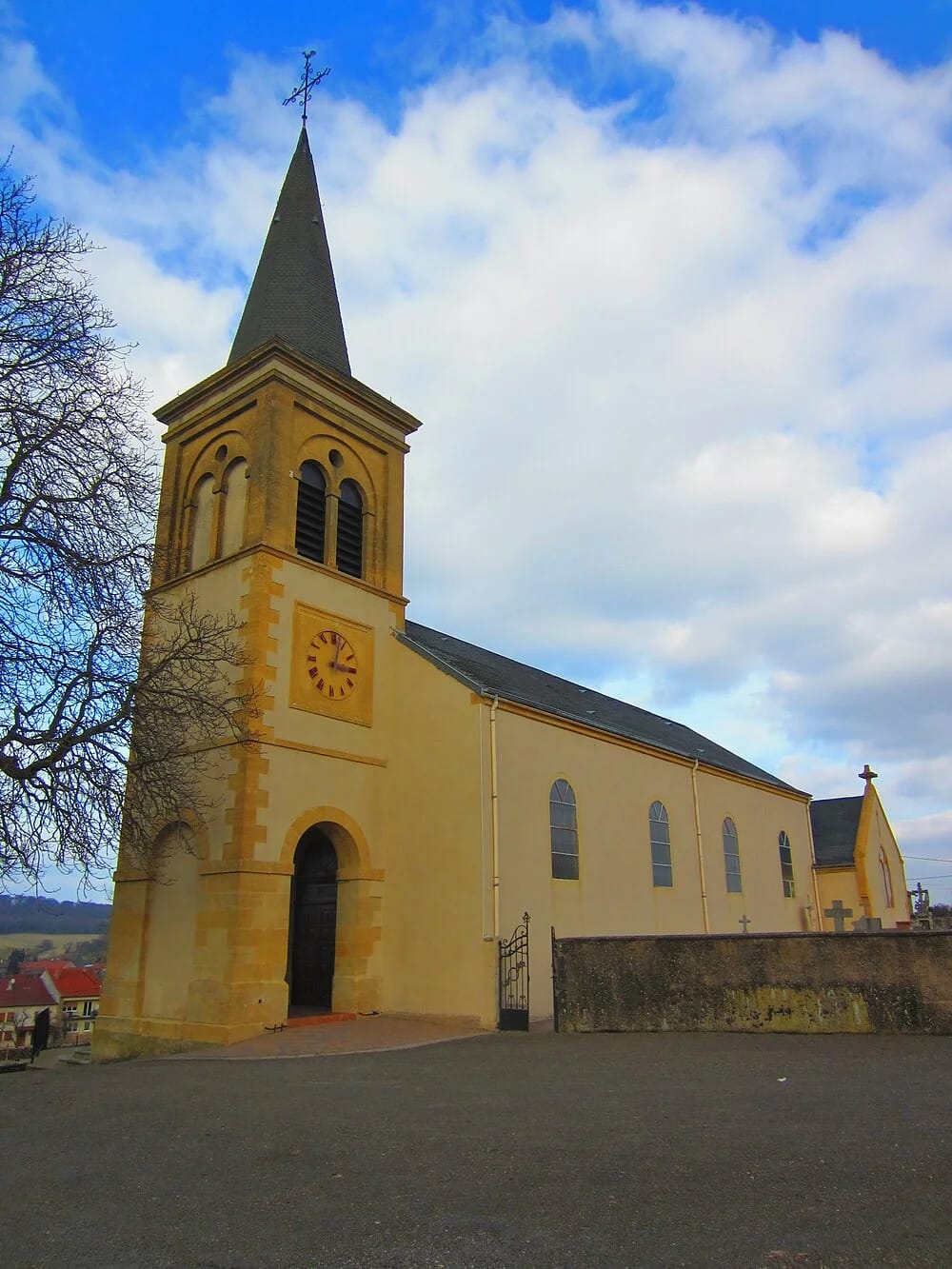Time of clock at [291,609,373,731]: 3:02
